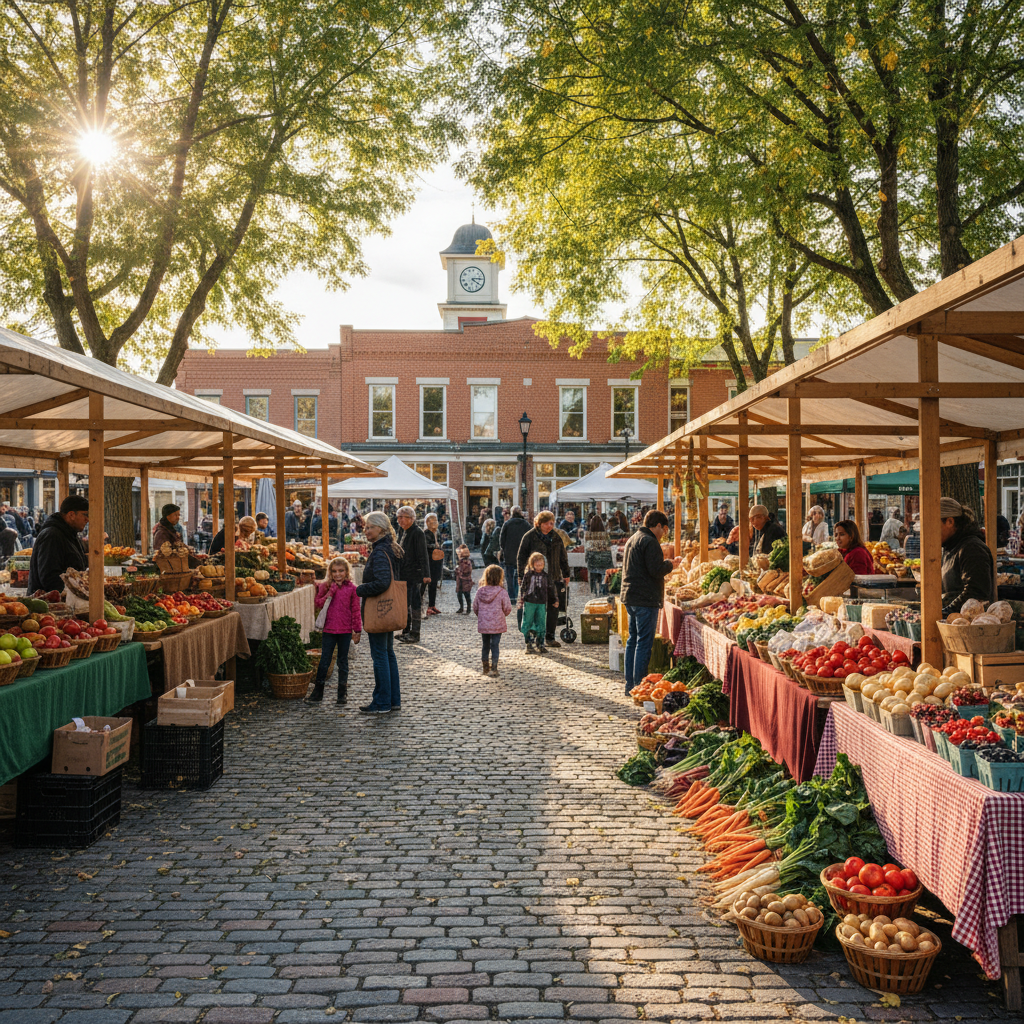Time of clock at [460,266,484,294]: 4:14
